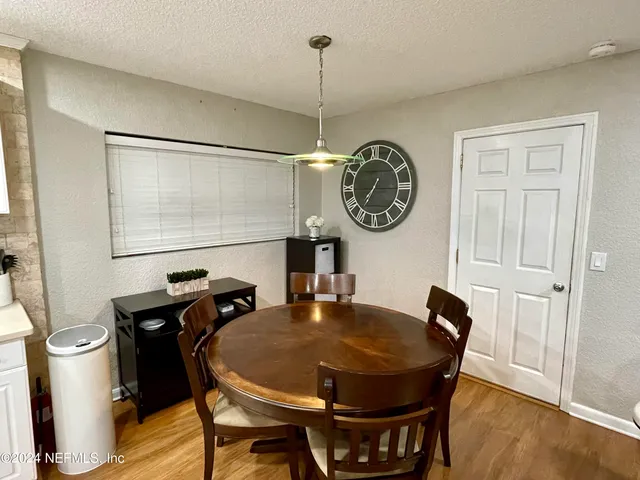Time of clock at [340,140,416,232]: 7:15
